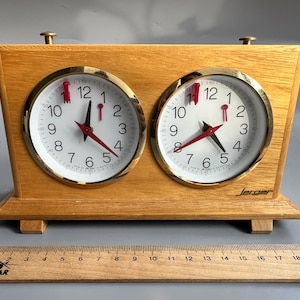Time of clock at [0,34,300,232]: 12:23
